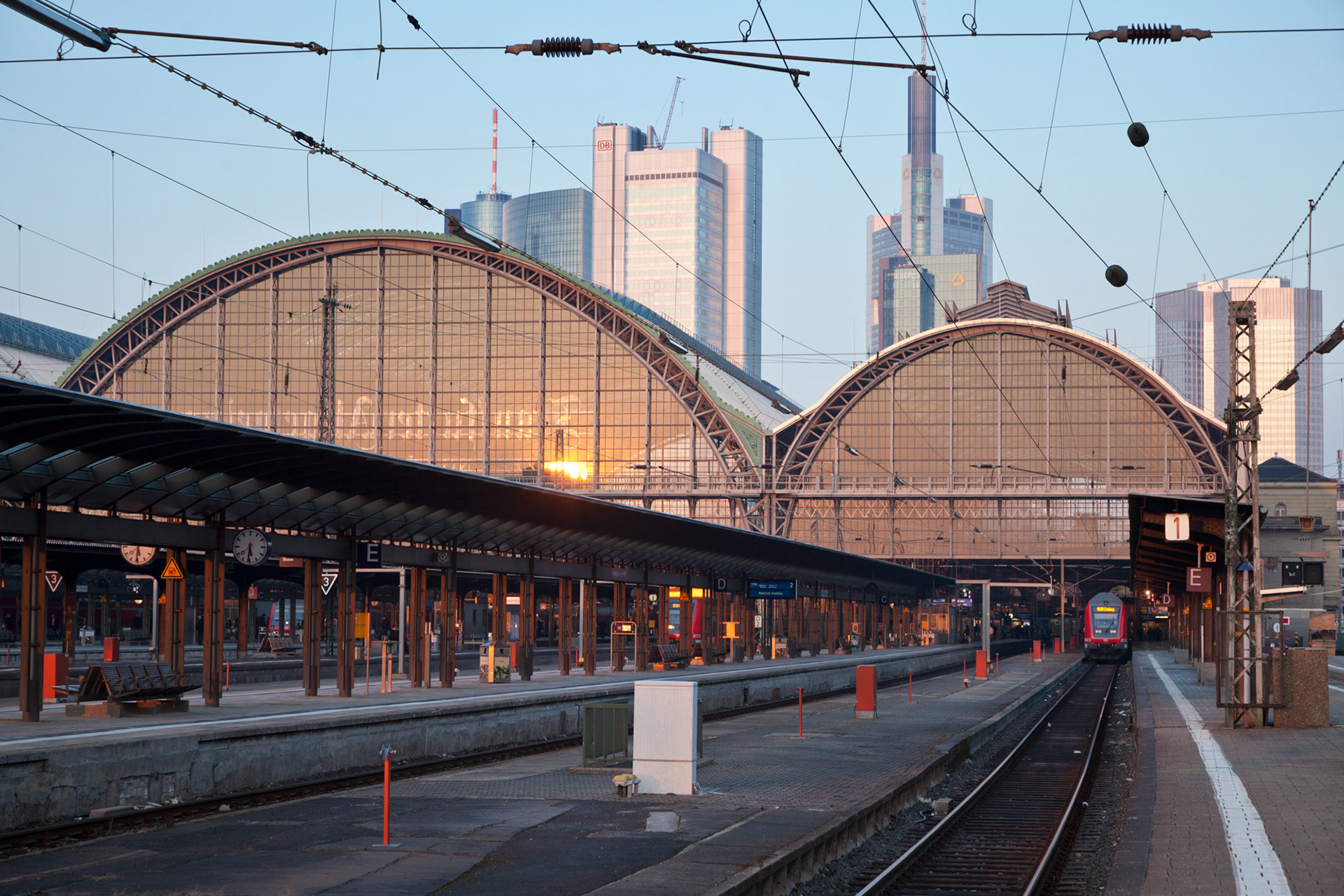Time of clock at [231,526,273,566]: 5:31
